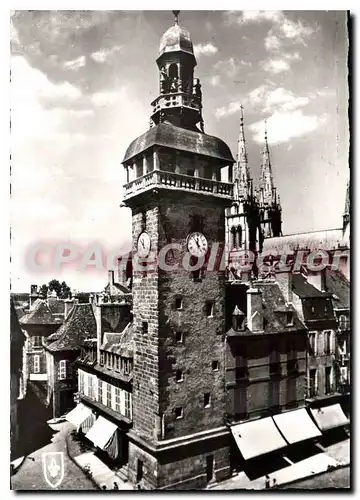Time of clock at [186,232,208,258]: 11:53
